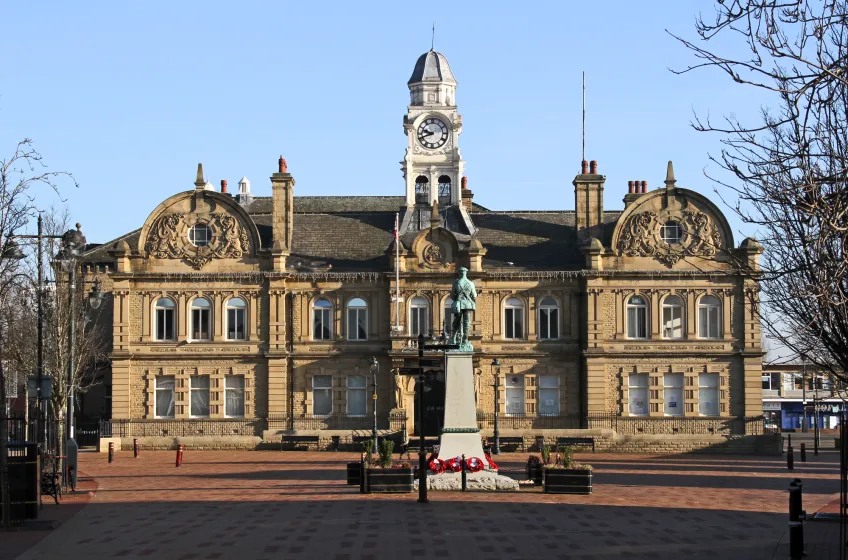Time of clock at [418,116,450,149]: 9:41
